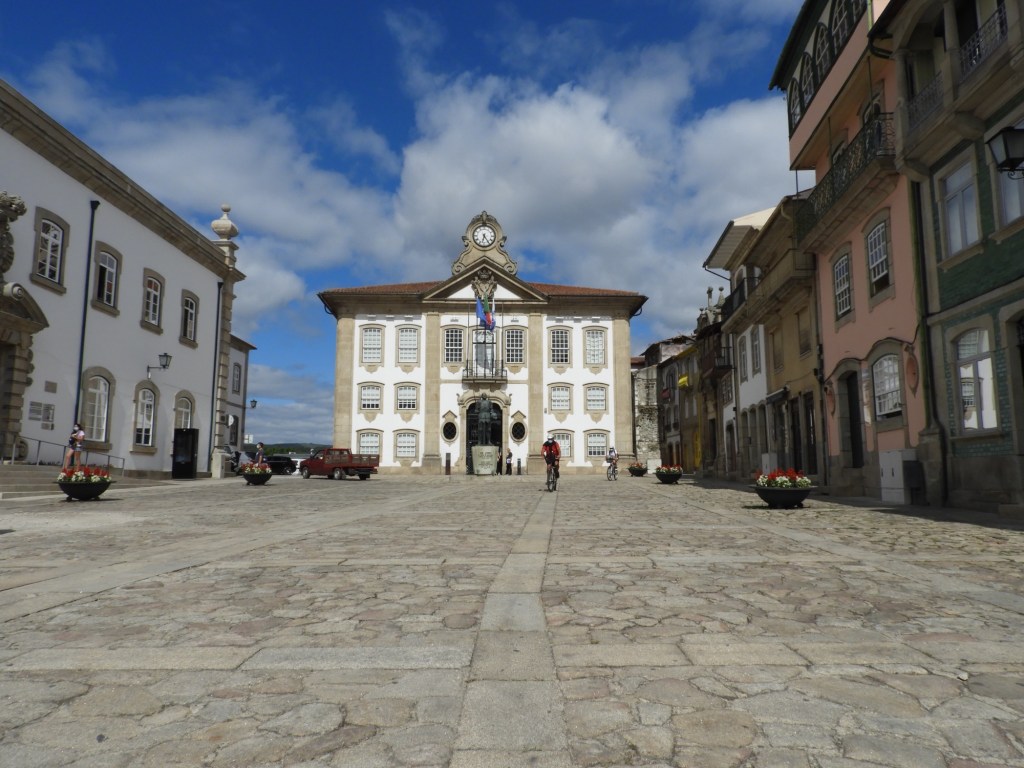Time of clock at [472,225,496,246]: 6:24
